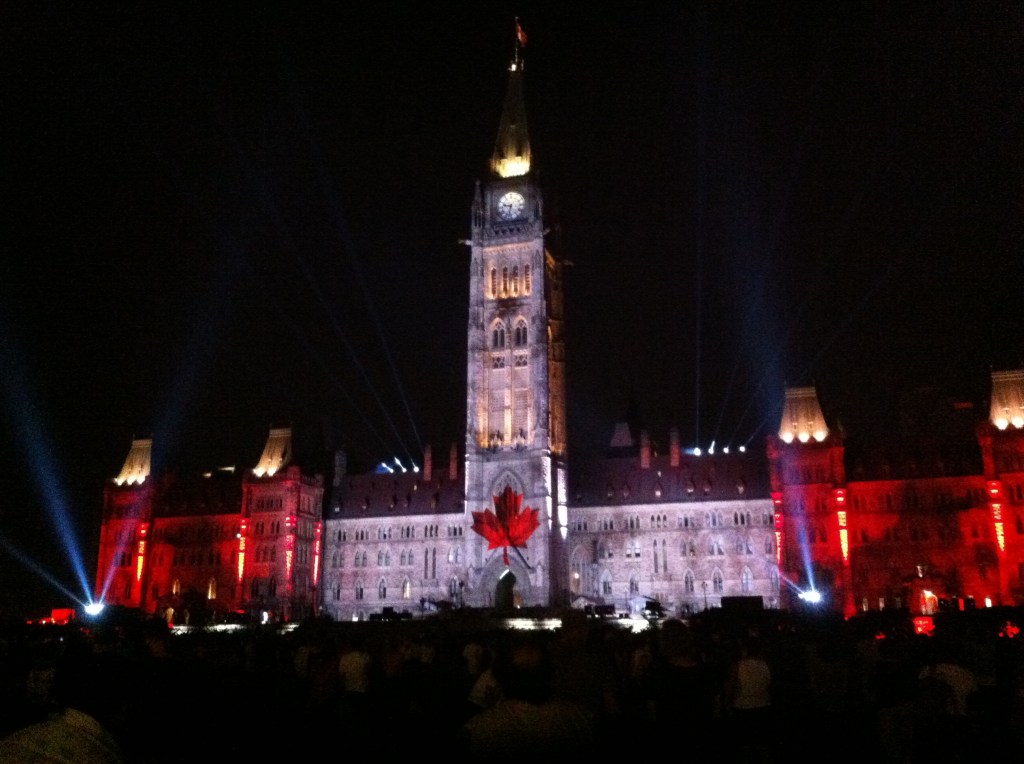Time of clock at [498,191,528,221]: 9:33
